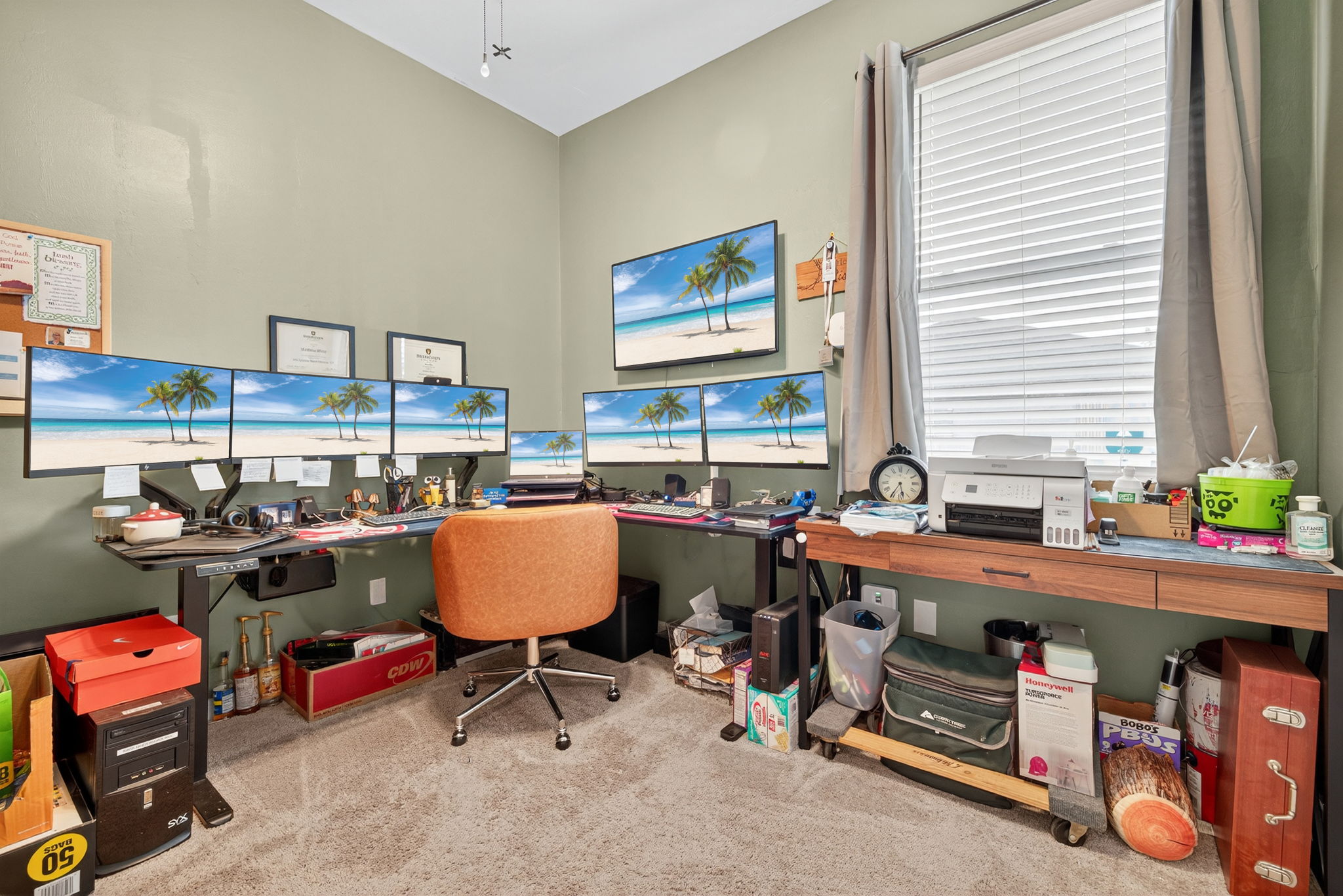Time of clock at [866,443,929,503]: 5:35
